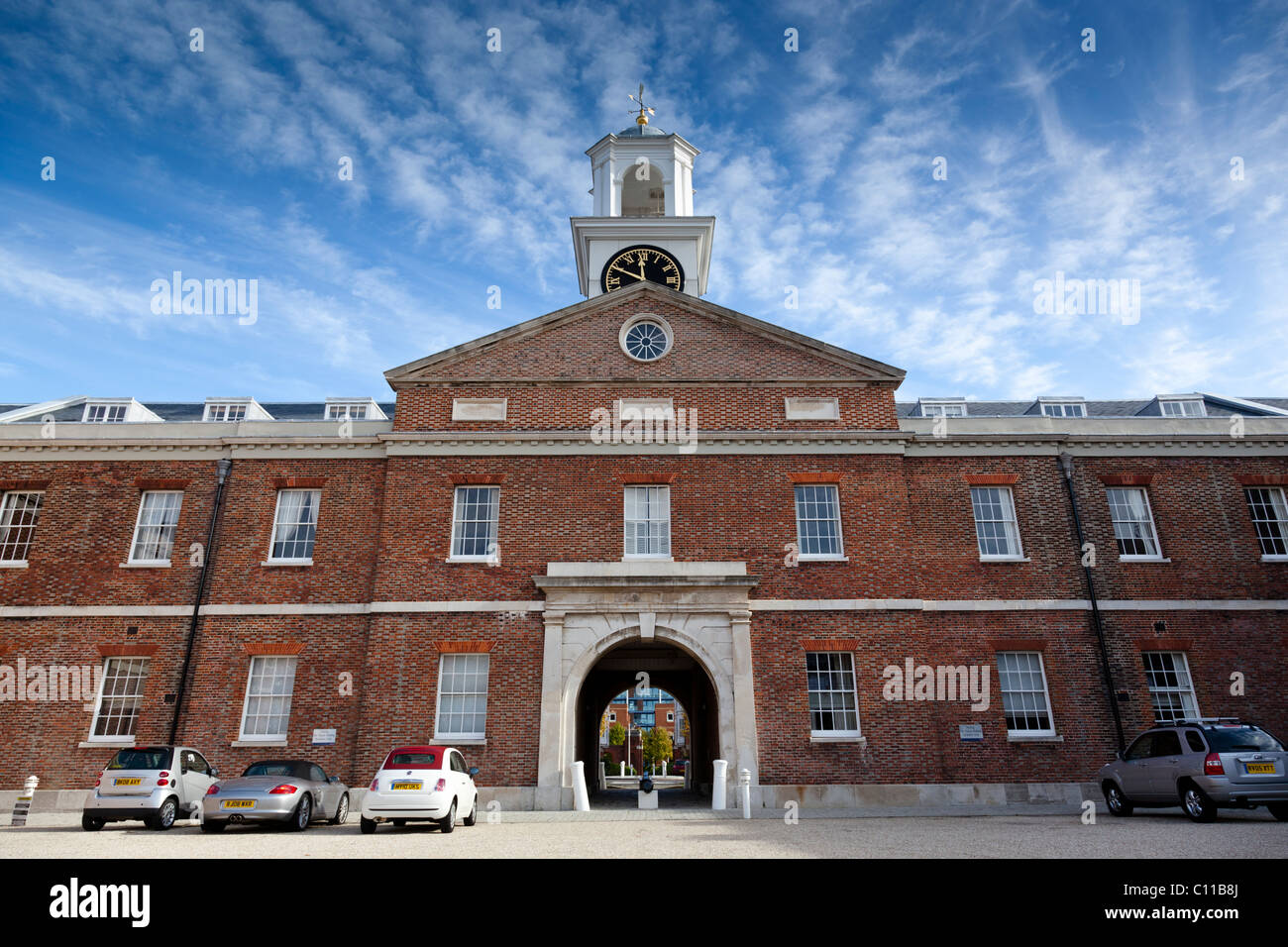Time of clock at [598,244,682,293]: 11:49
